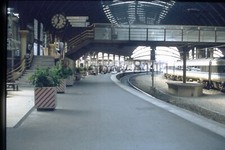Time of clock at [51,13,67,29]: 11:35
